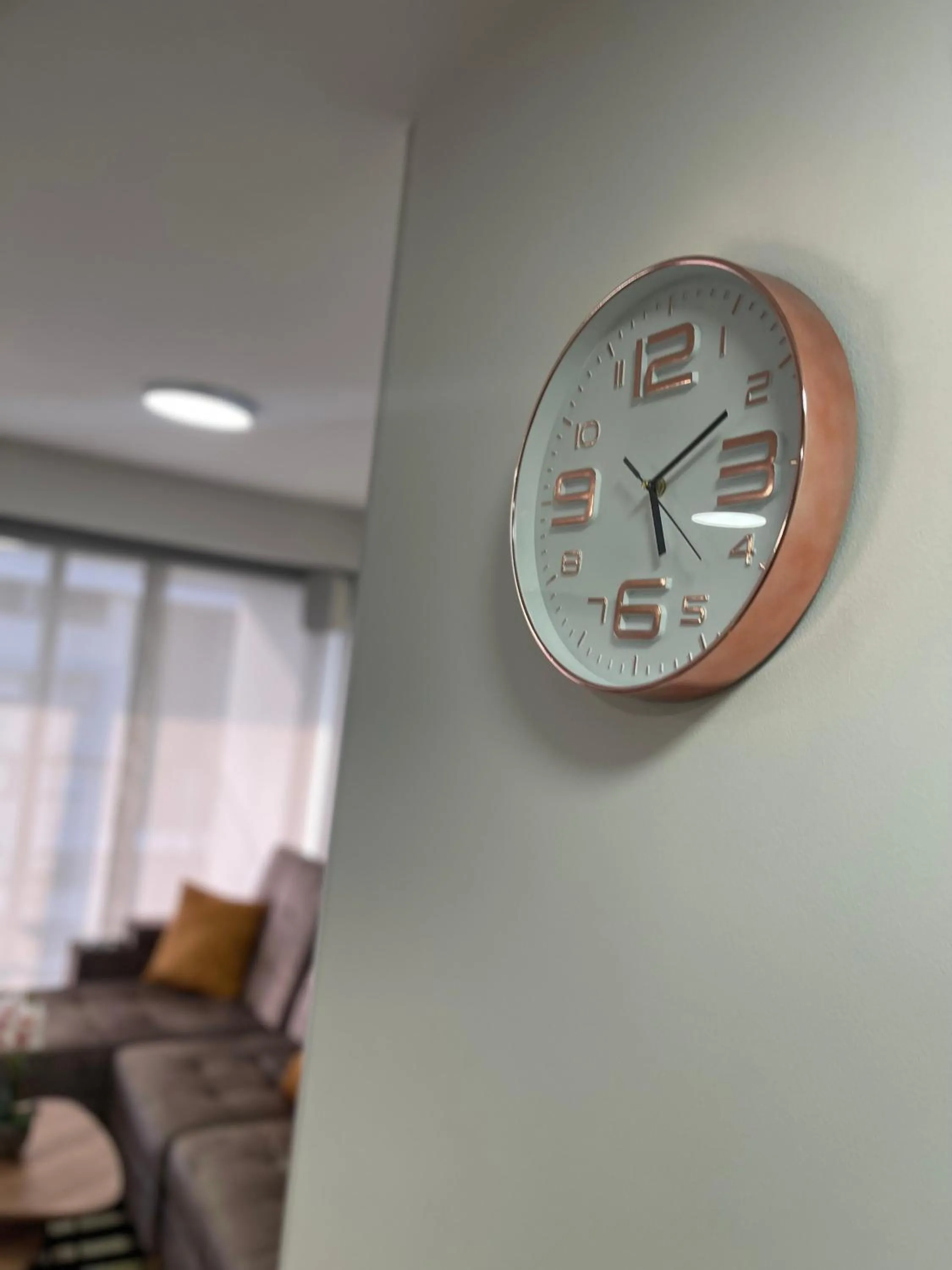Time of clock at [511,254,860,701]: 5:09
